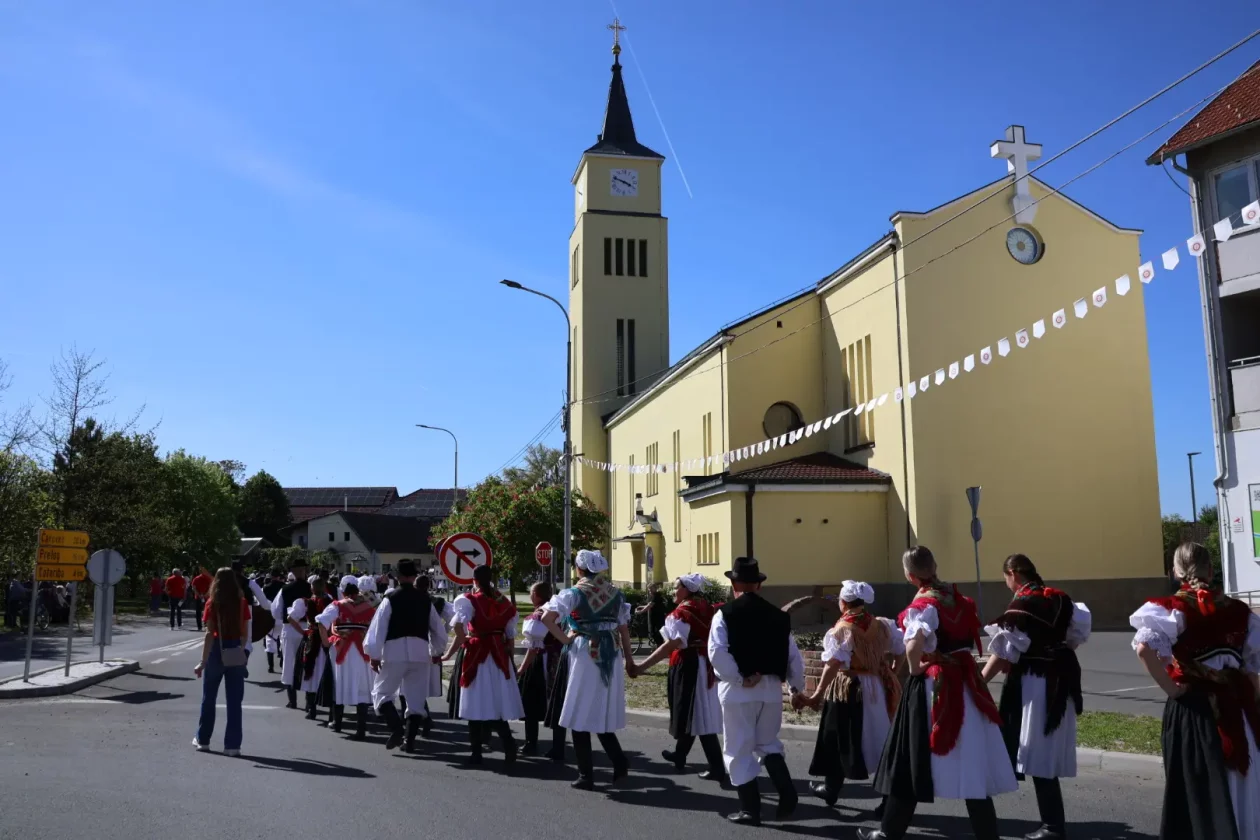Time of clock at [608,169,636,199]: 3:48
